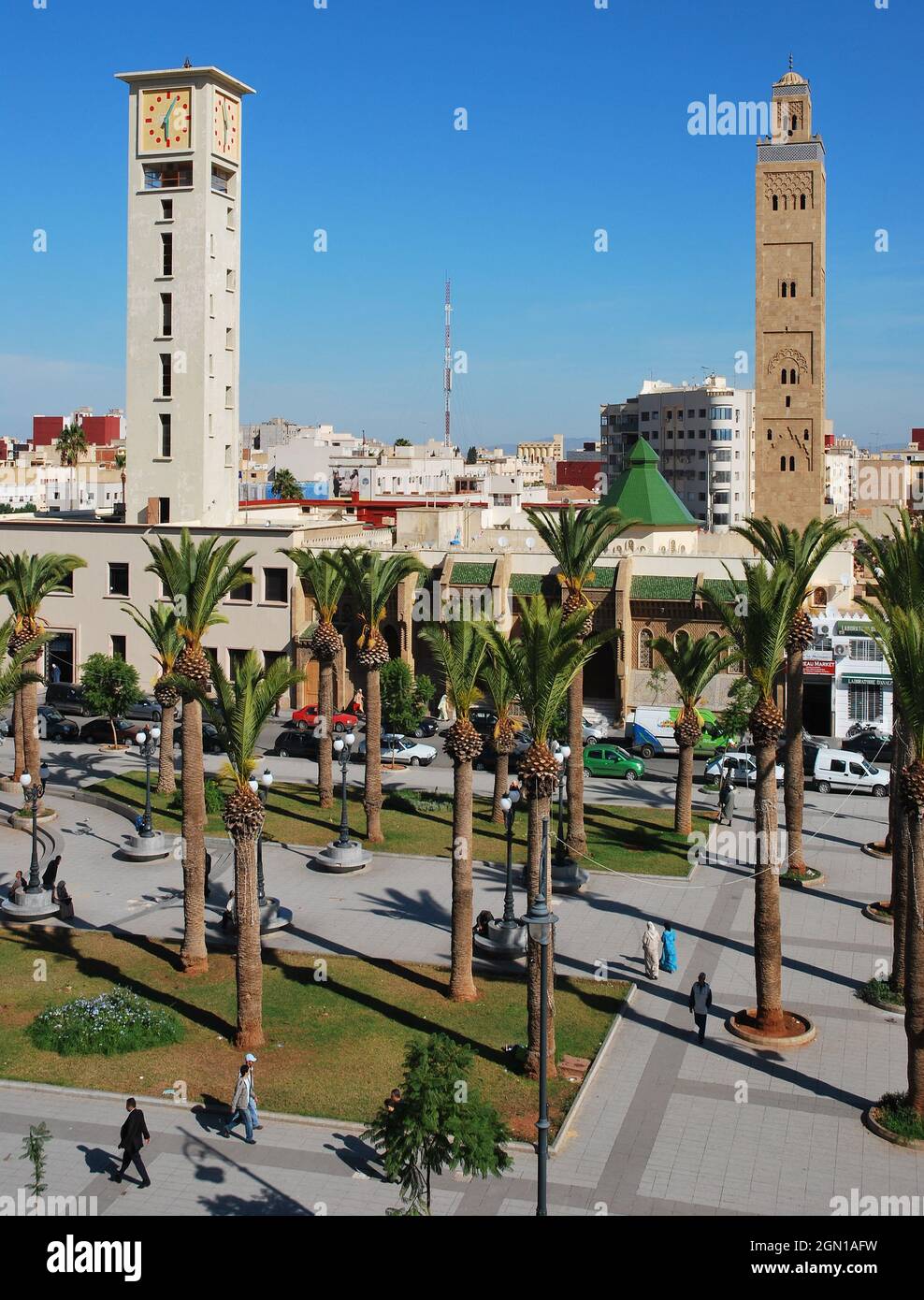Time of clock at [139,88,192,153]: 6:04
